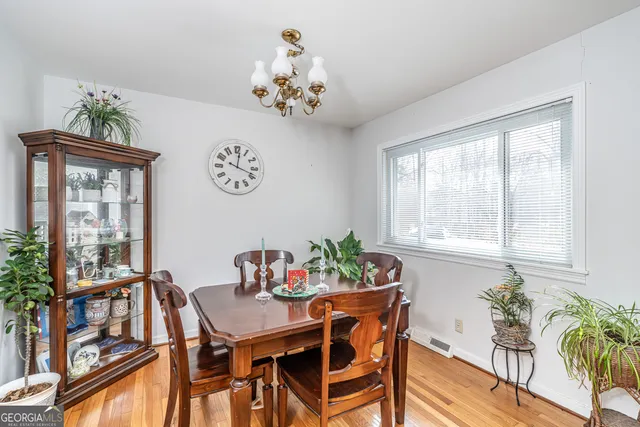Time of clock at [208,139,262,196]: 12:18
